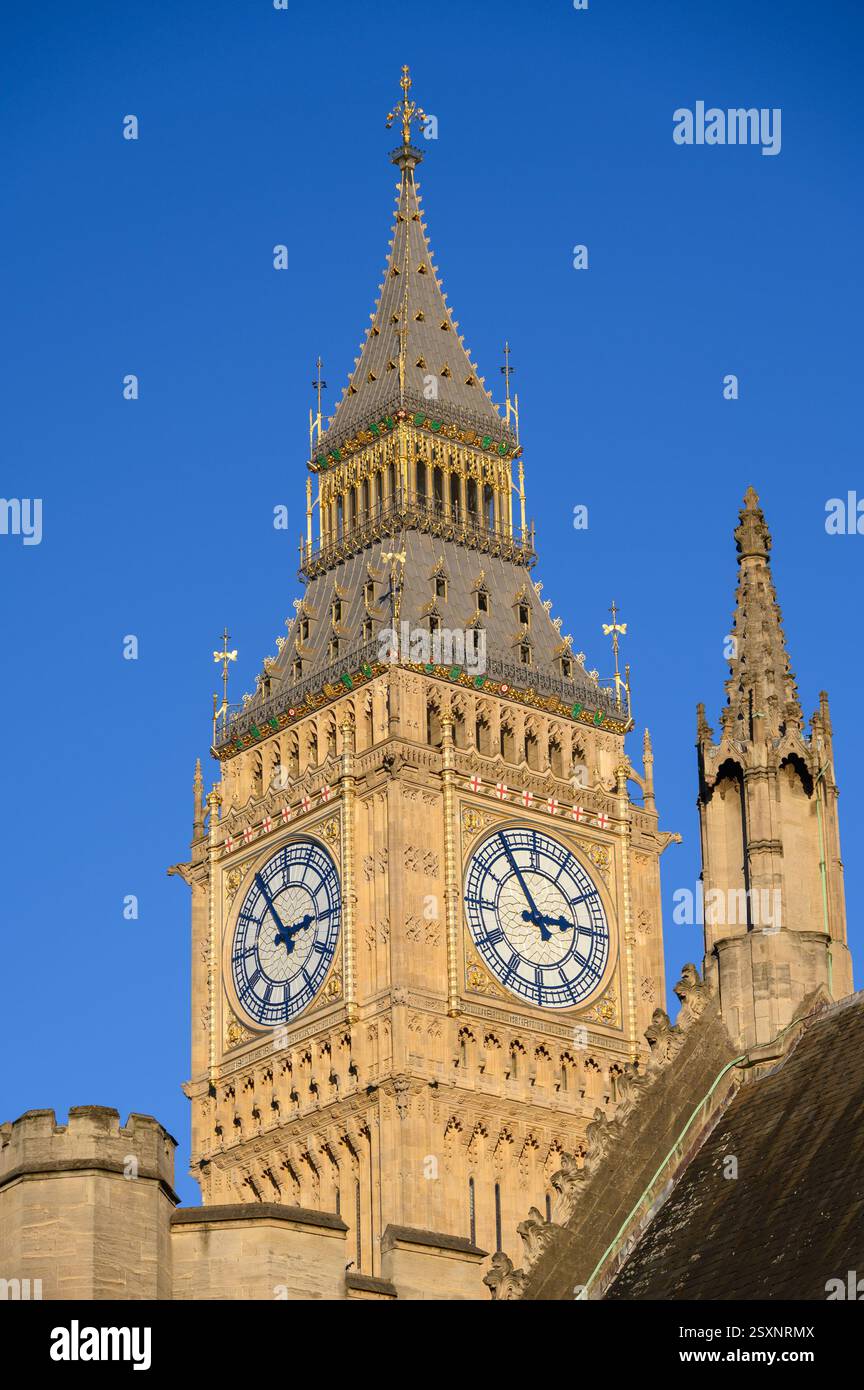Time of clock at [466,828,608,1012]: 2:54
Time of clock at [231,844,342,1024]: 2:54
